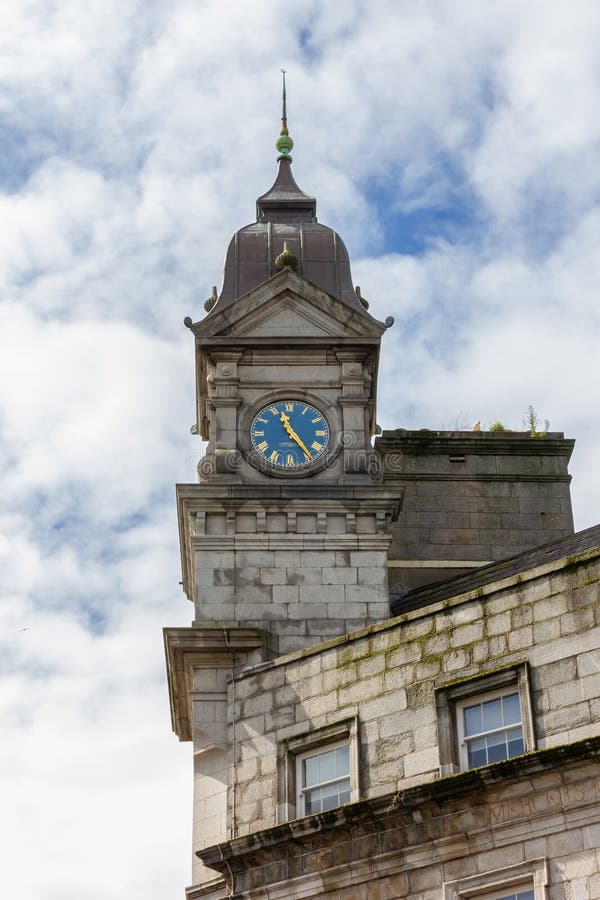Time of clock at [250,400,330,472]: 11:24
